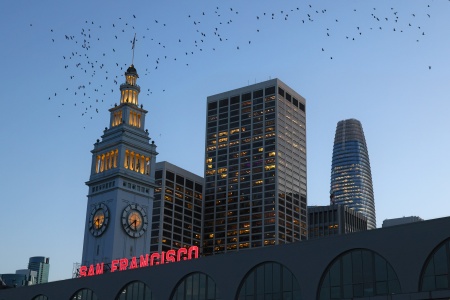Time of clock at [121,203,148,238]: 5:38
